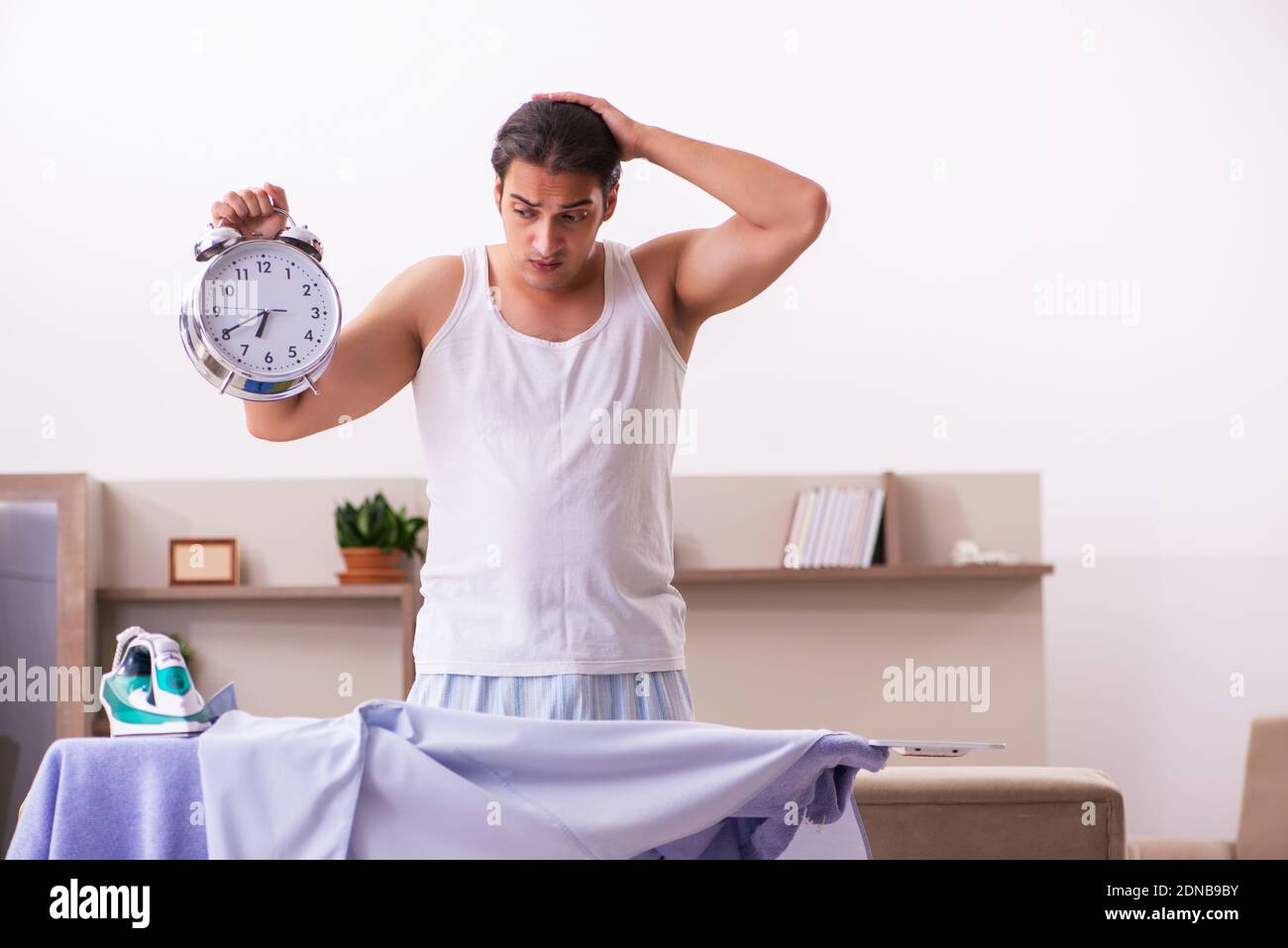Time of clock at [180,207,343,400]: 6:40
